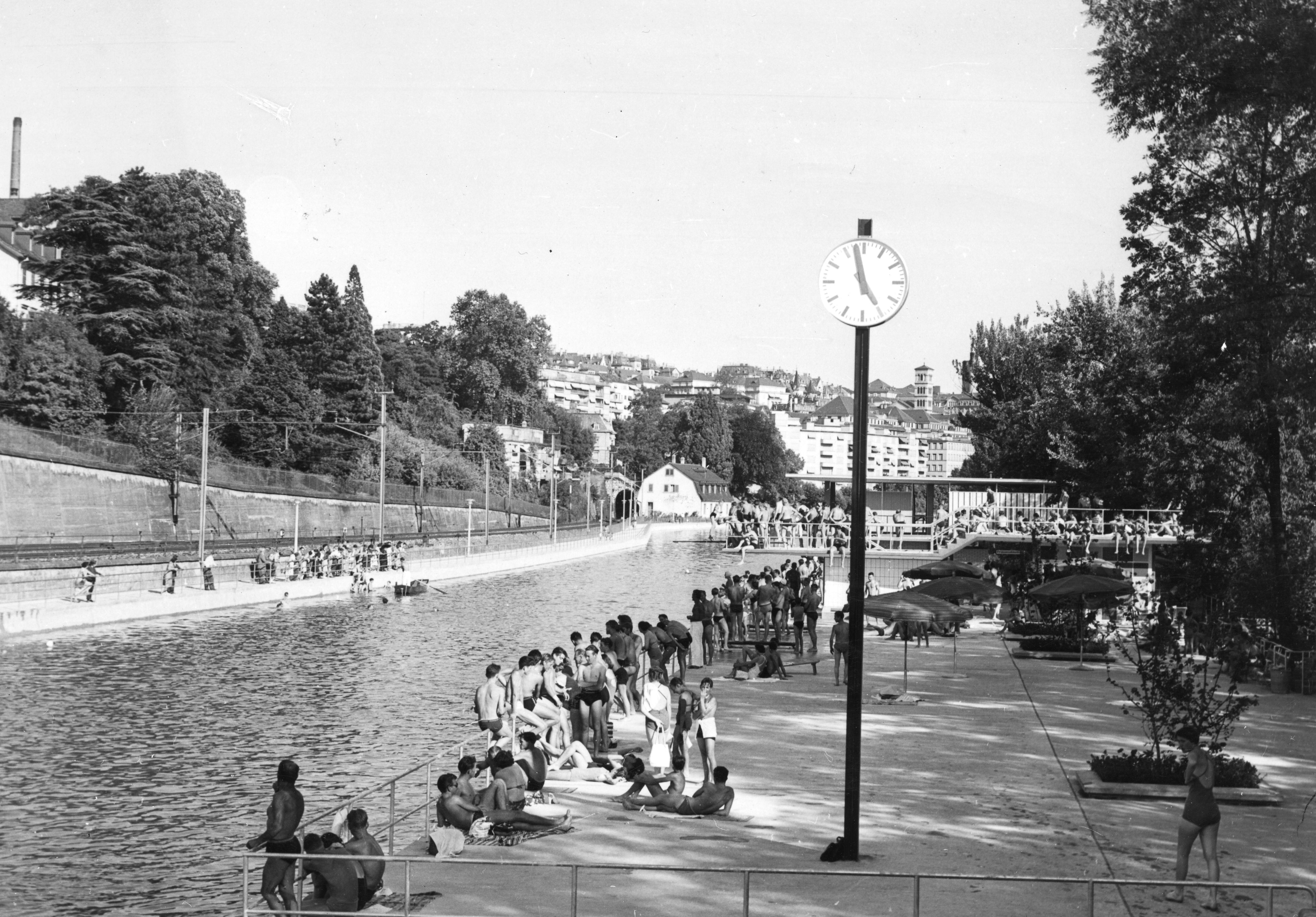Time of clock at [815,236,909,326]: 4:58
